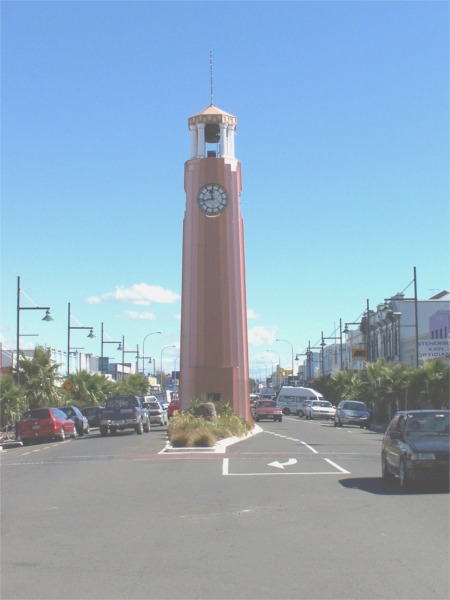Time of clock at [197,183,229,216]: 11:42
